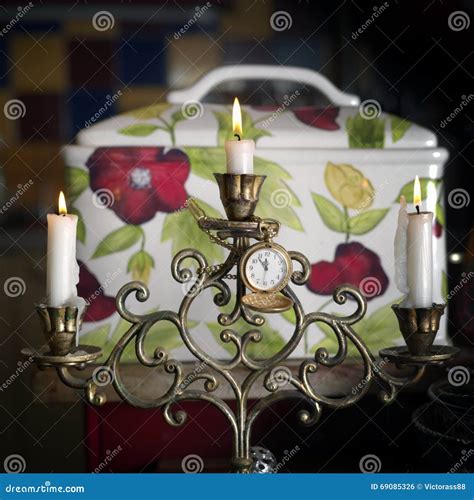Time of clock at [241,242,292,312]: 11:53
